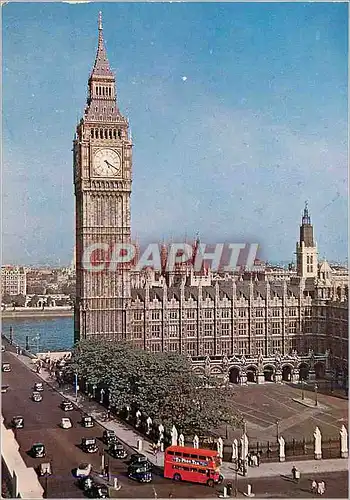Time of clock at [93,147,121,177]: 5:20
